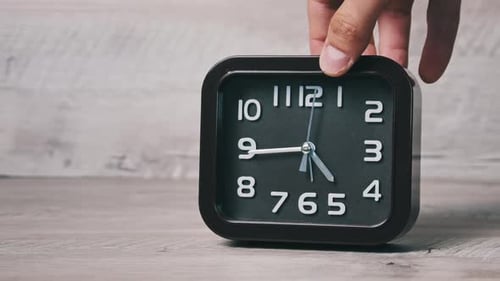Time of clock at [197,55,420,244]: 4:44
